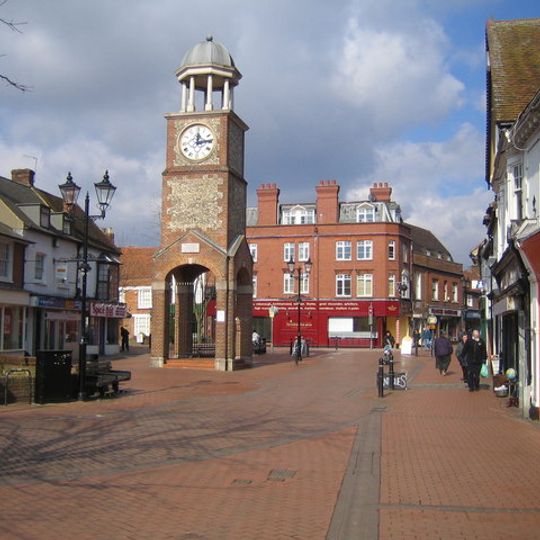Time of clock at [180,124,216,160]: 12:13
